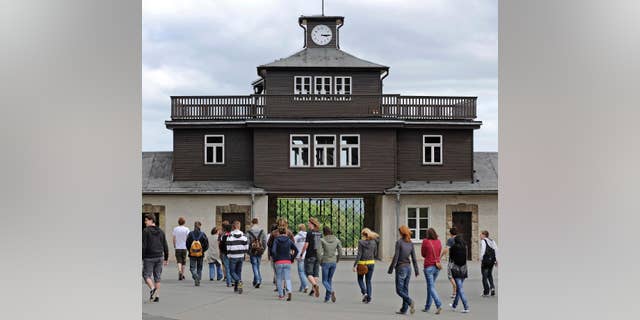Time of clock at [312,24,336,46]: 3:14
